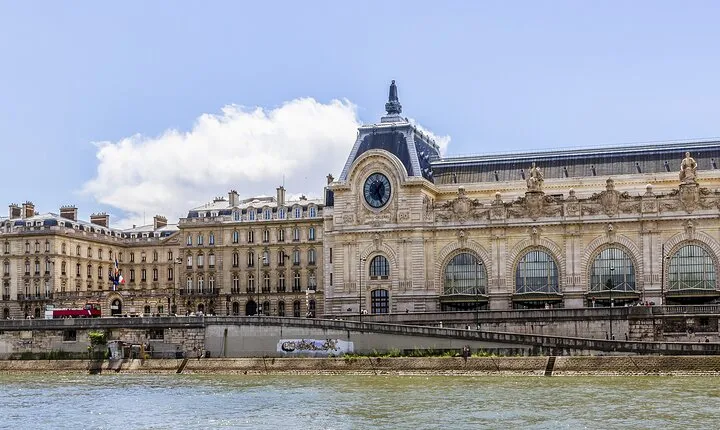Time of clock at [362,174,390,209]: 1:24
